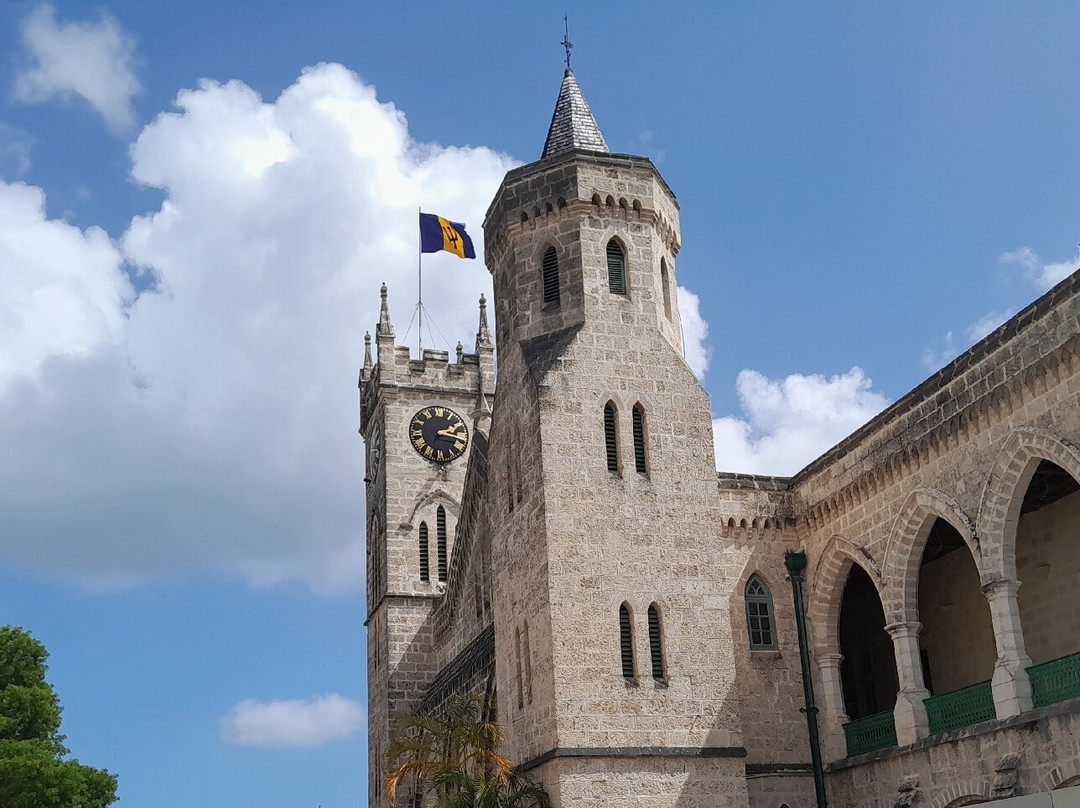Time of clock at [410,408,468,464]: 2:16
